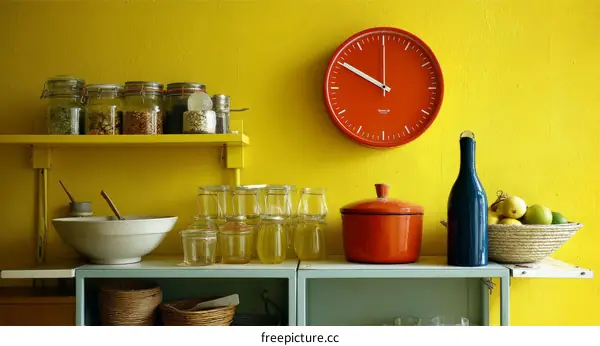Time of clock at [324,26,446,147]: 9:50
